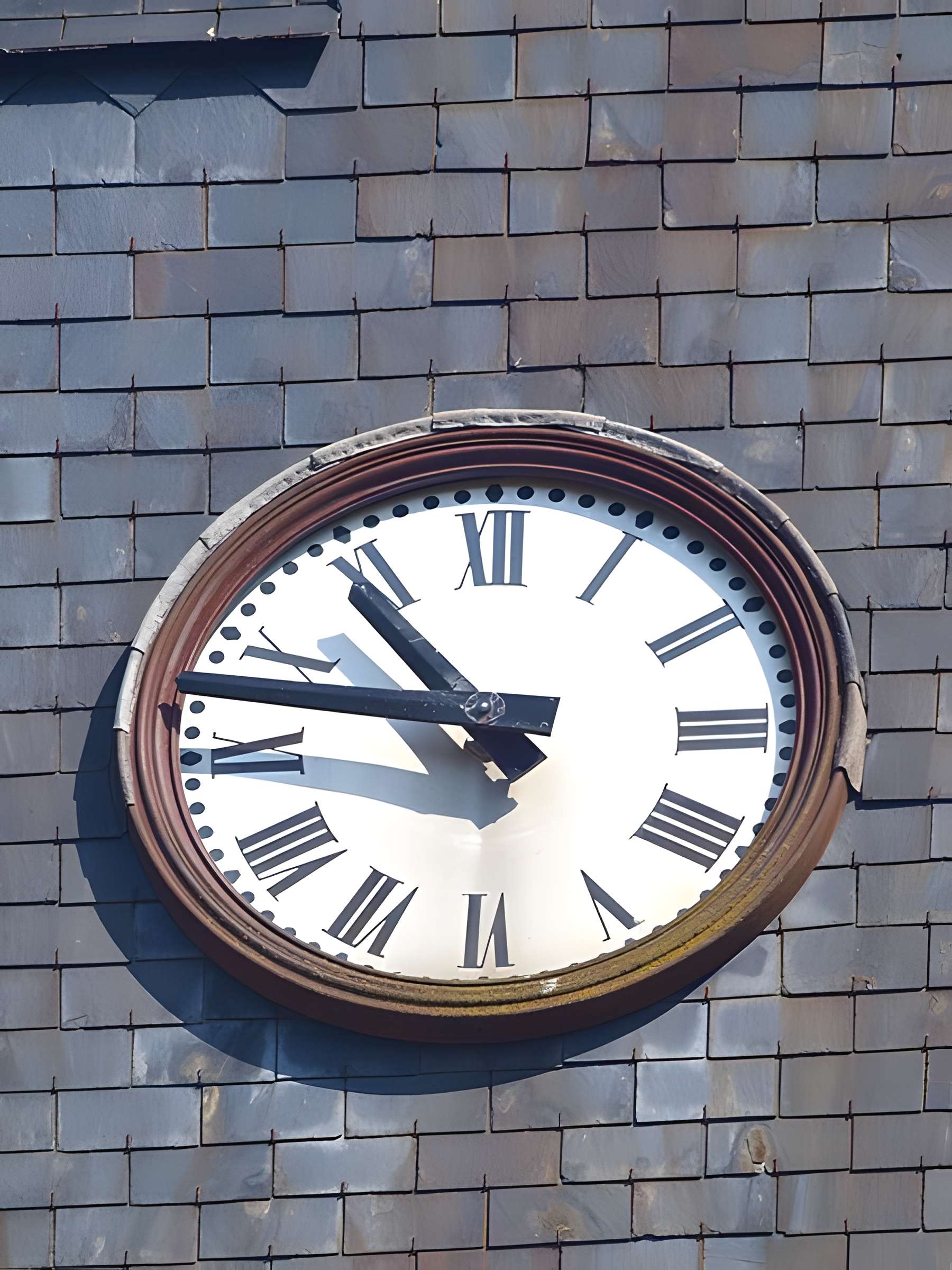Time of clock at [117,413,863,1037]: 10:47
